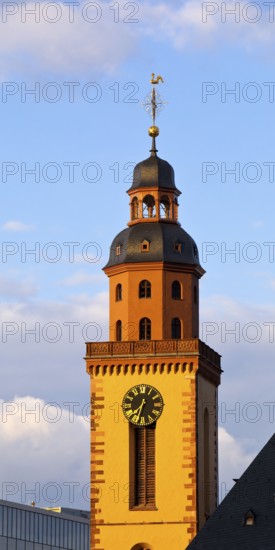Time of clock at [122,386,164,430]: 7:33
